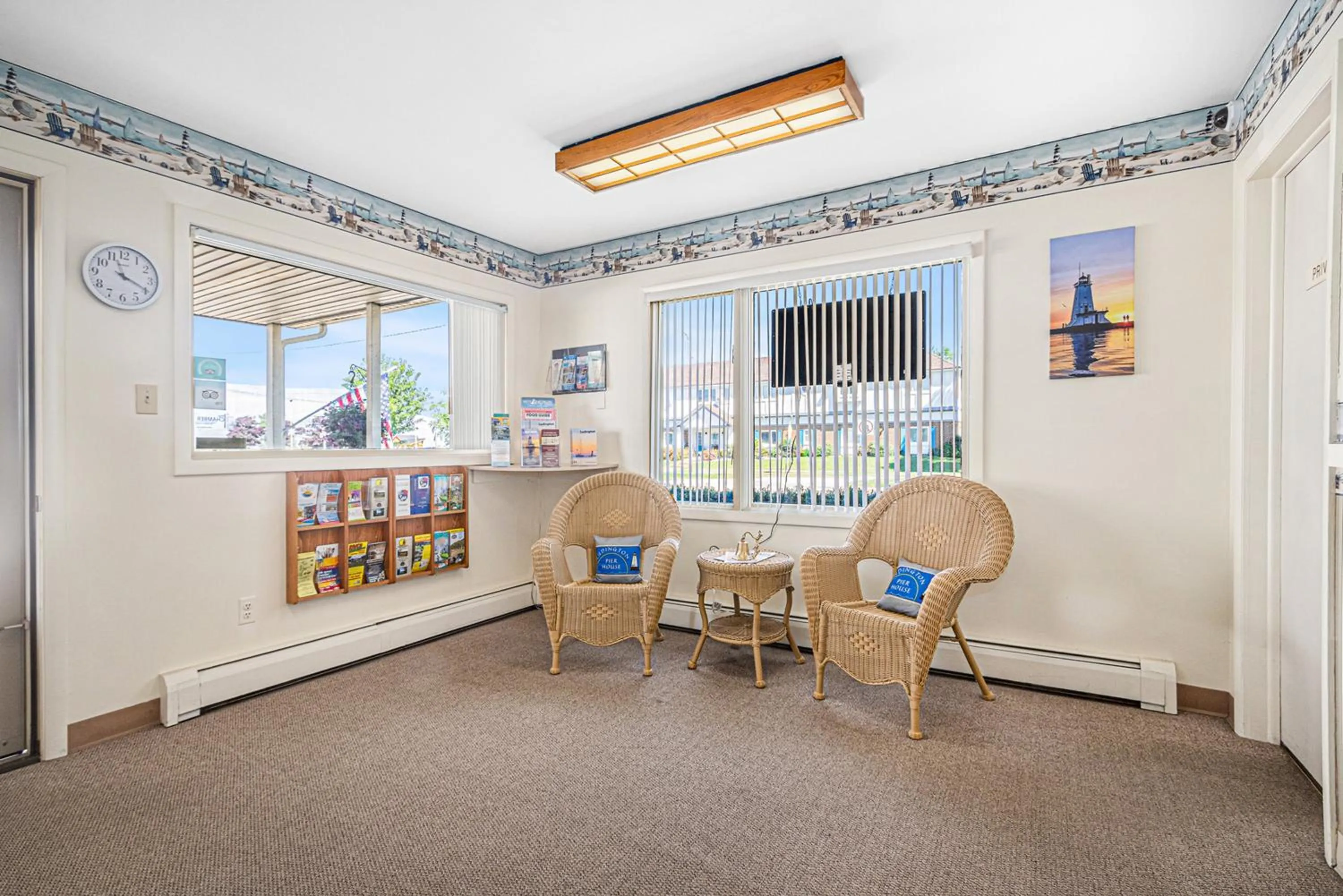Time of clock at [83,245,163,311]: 11:19
